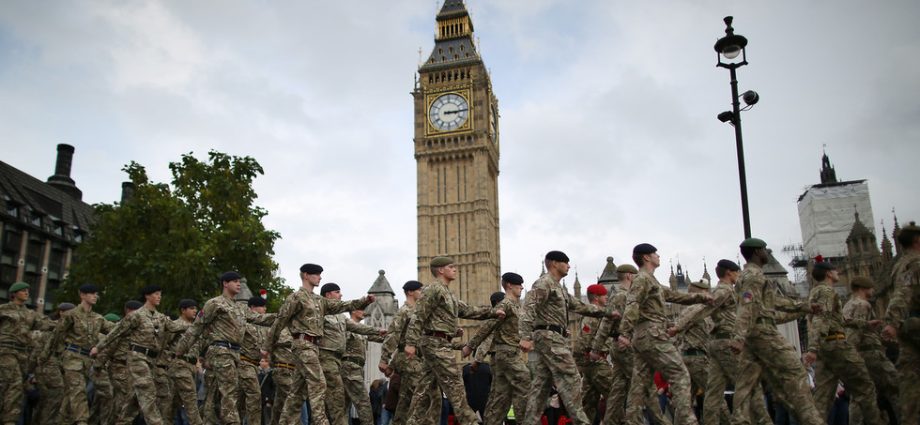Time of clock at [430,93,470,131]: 3:14
